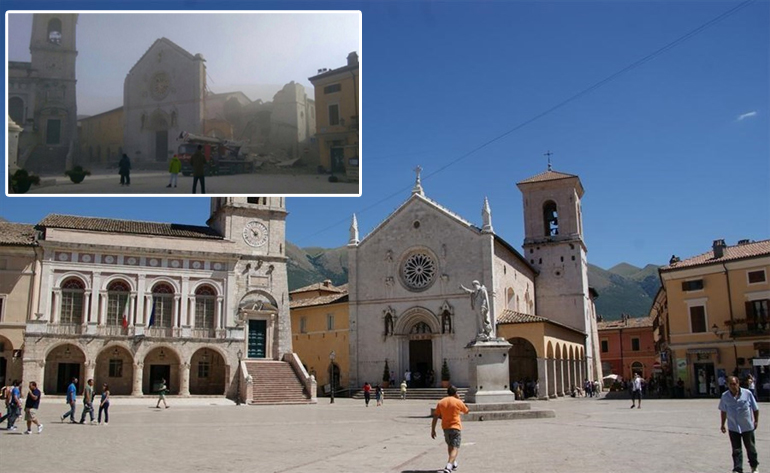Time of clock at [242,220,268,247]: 6:52
